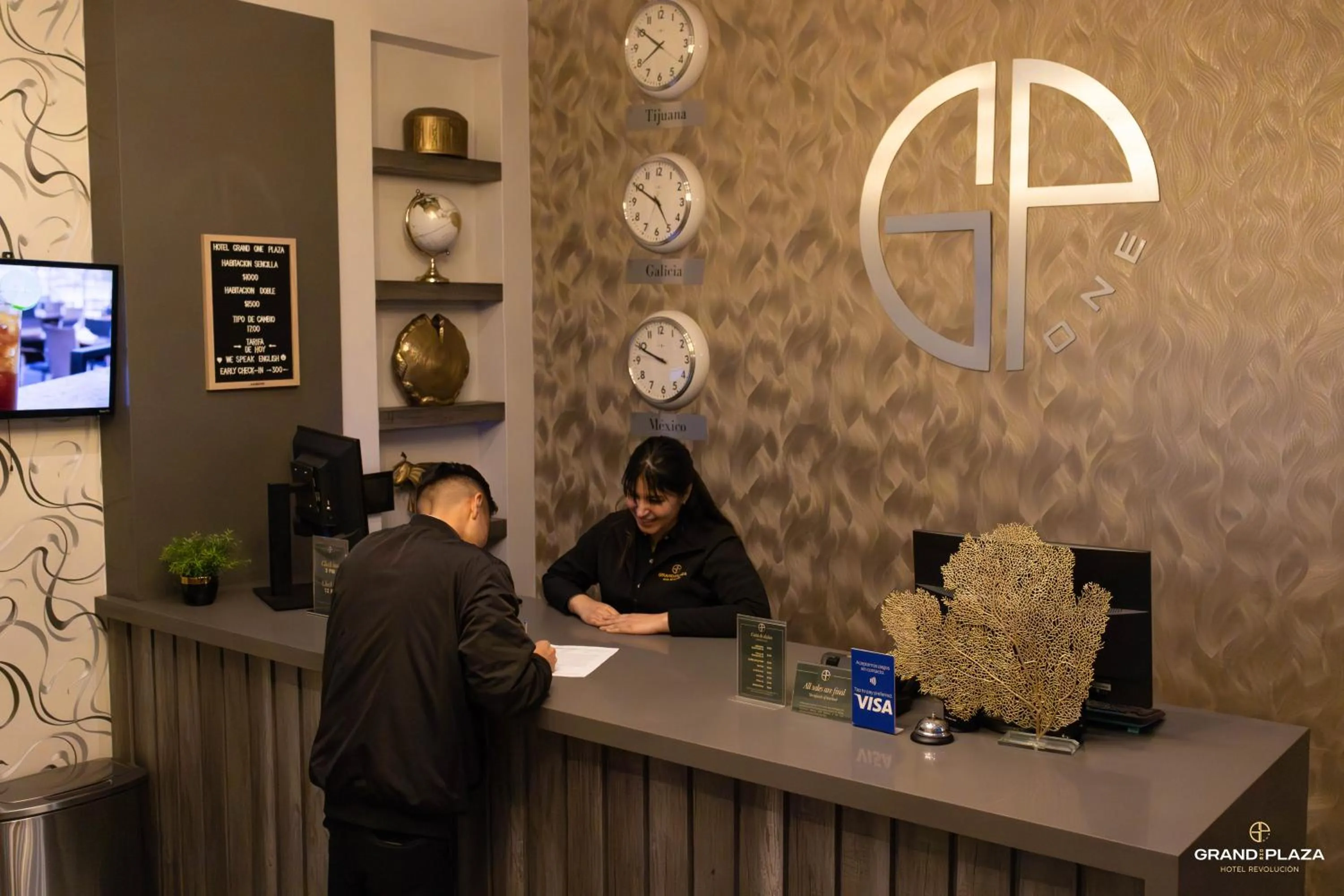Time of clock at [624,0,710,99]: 7:50
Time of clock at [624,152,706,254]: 4:49
